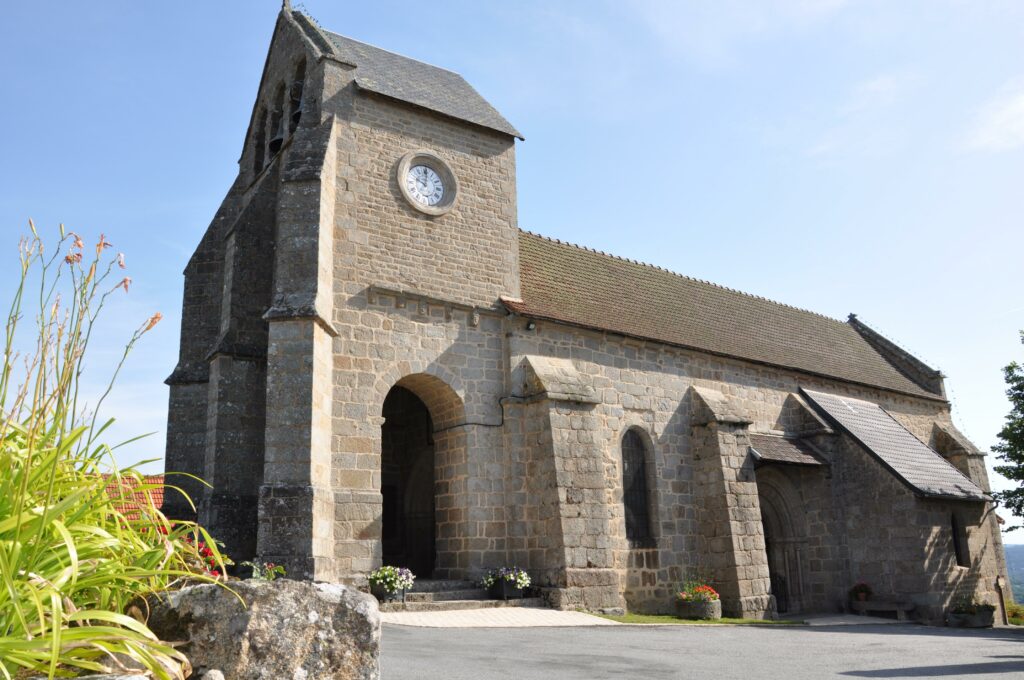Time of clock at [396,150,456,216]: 10:00
